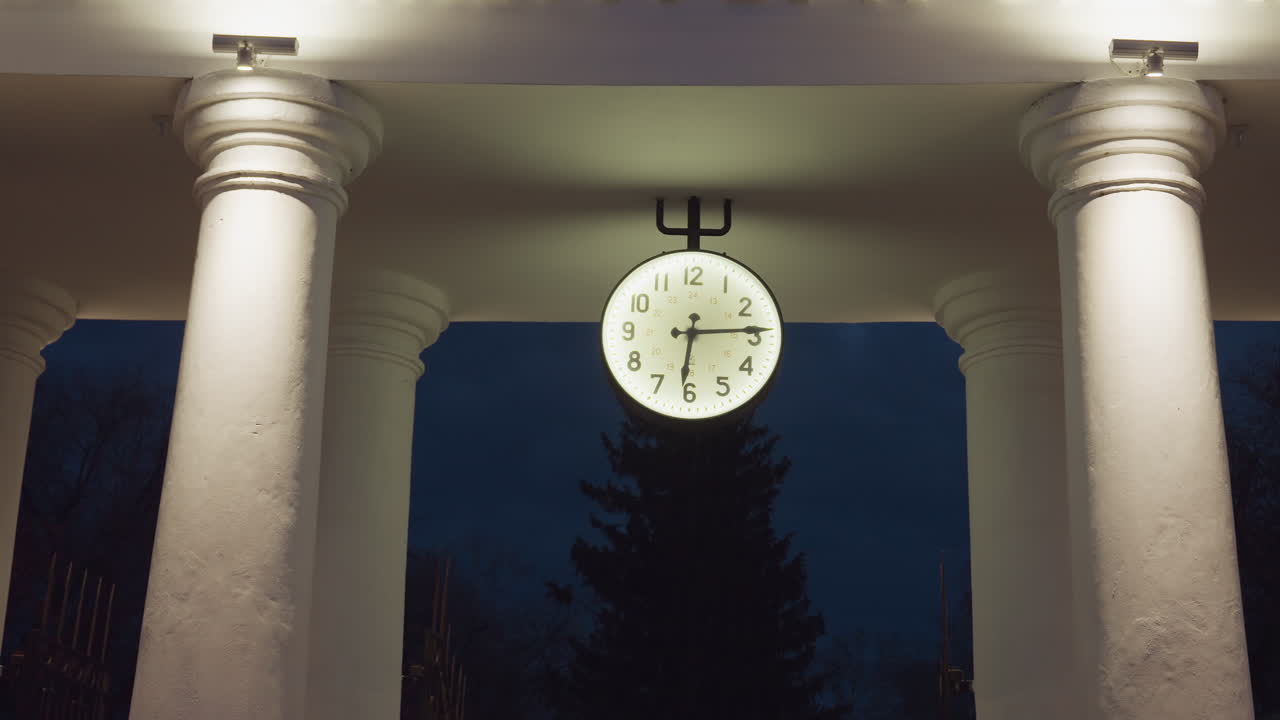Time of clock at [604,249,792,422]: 6:14
